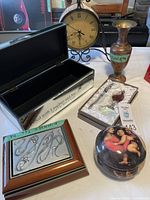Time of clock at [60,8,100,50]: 5:50
